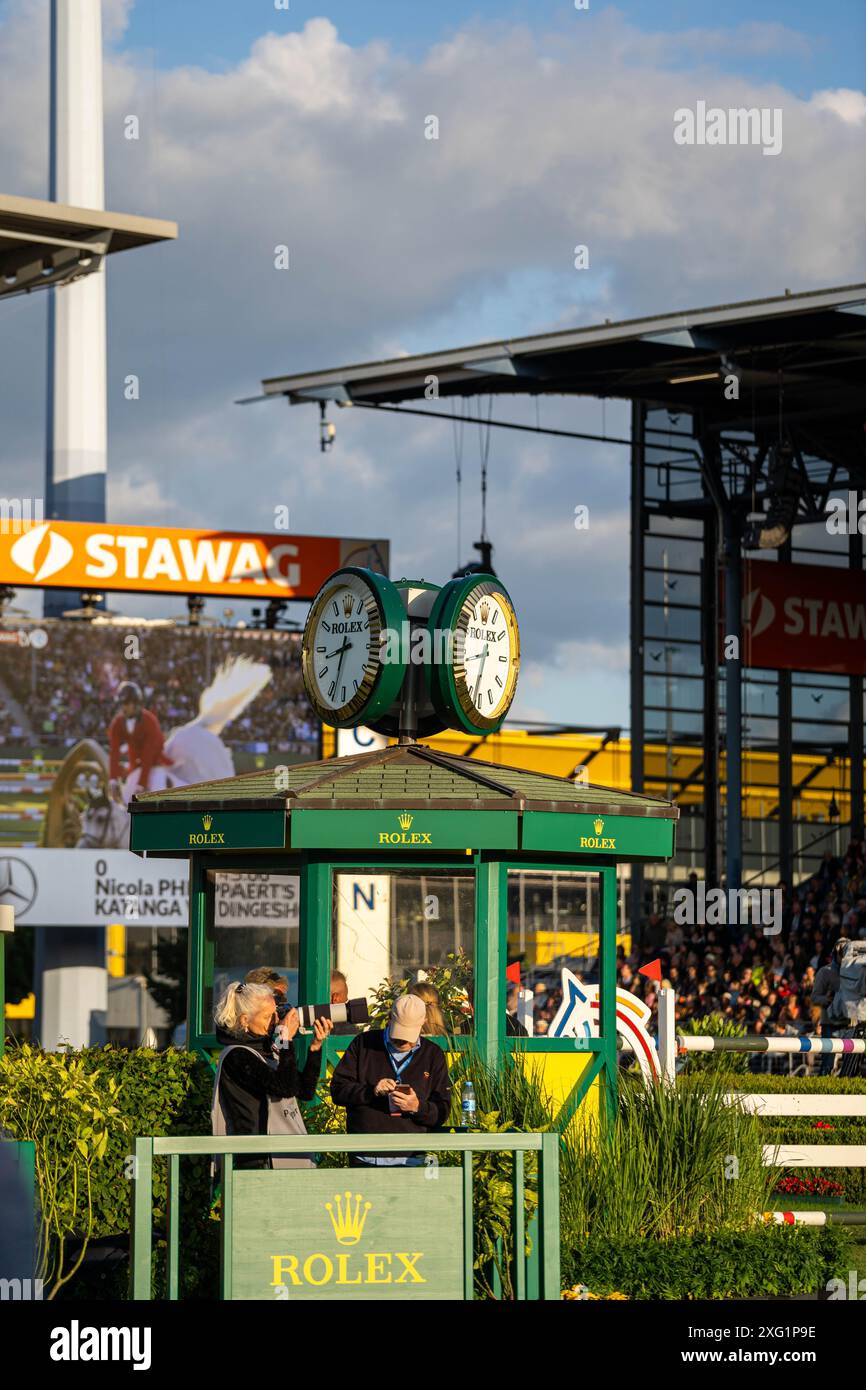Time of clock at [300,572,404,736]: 8:32
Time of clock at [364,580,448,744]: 8:32
